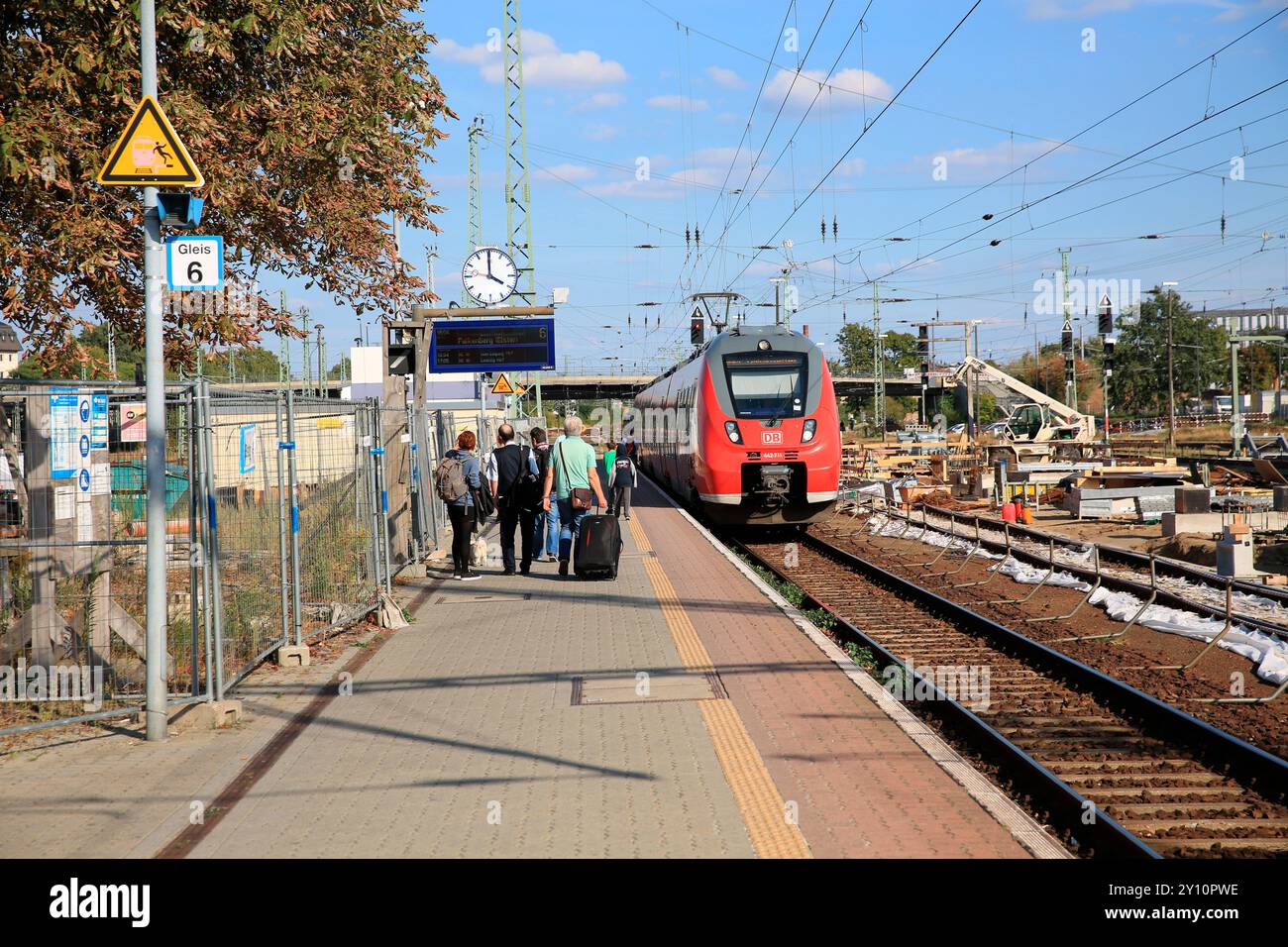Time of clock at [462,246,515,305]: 3:59
